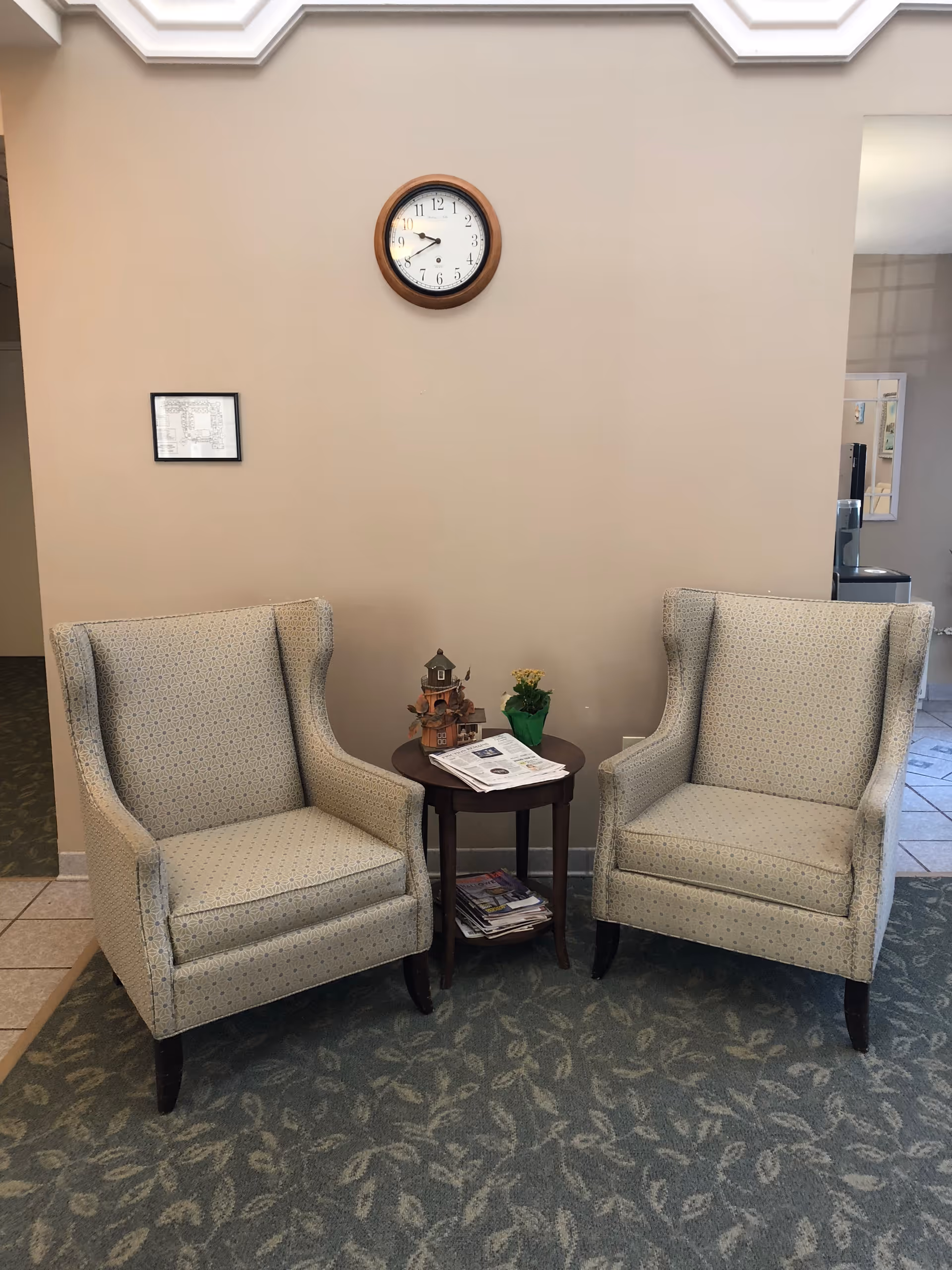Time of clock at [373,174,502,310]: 9:40
